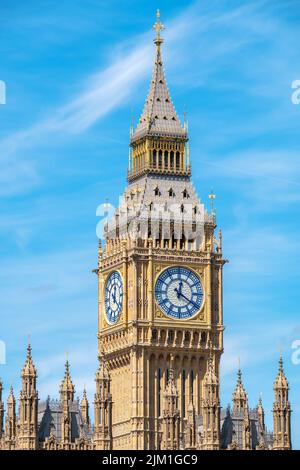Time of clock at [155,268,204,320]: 12:20
